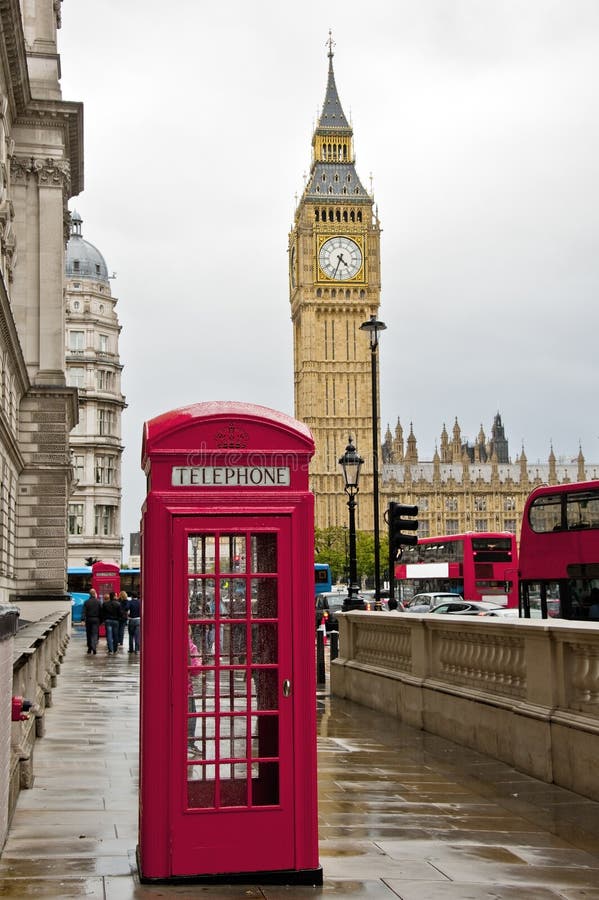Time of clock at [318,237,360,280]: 4:33
